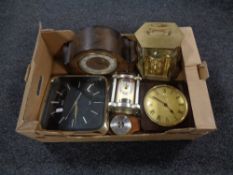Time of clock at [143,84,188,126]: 4:50
